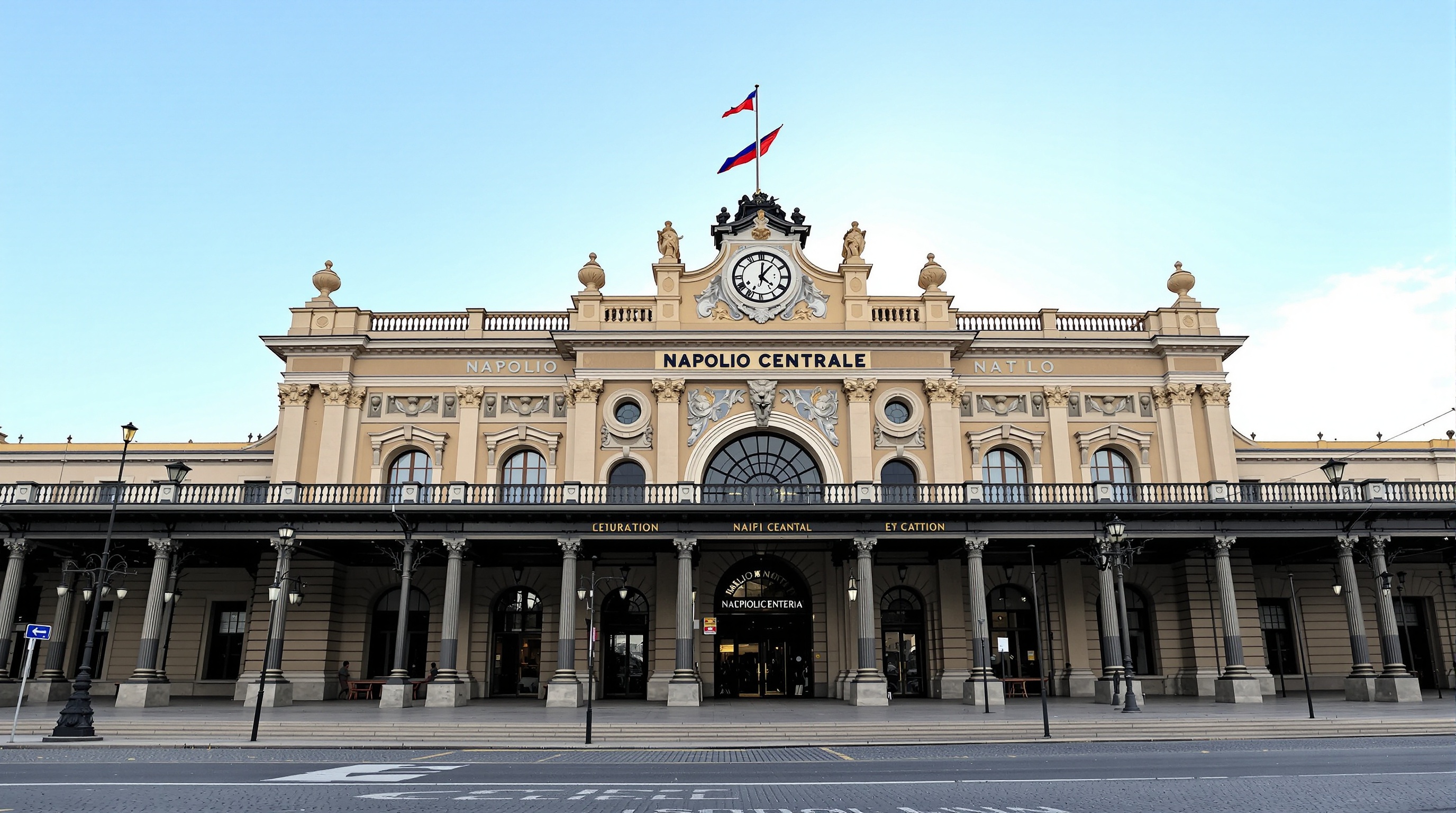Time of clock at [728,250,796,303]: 4:06
